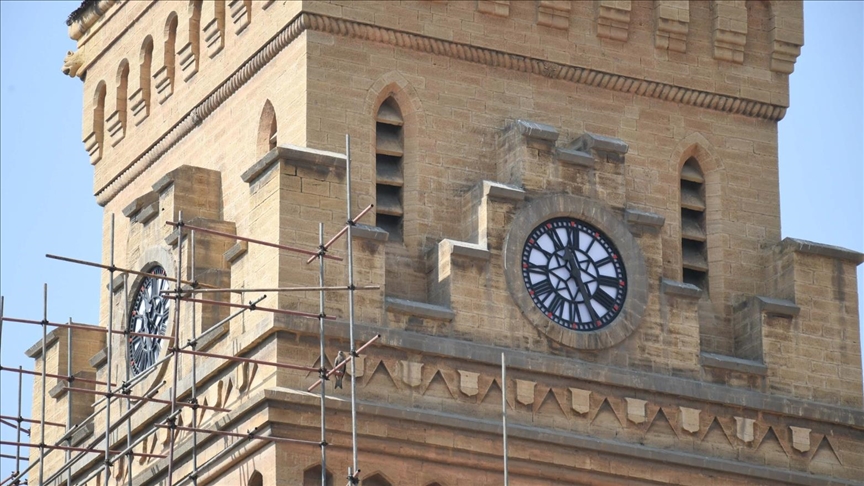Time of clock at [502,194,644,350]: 11:25
